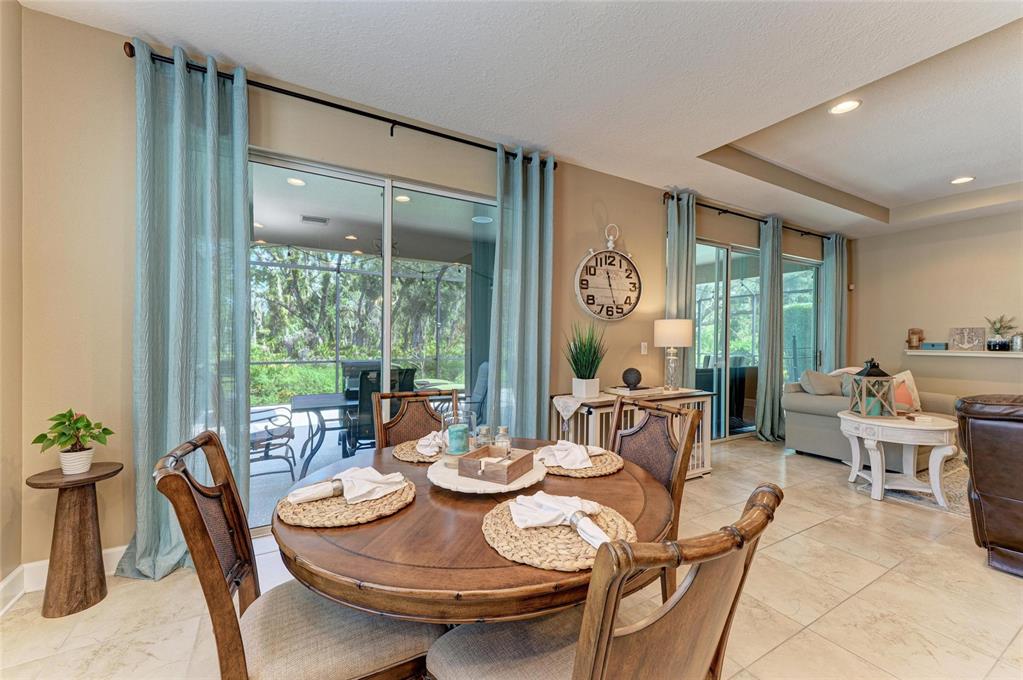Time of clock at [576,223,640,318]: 11:27
